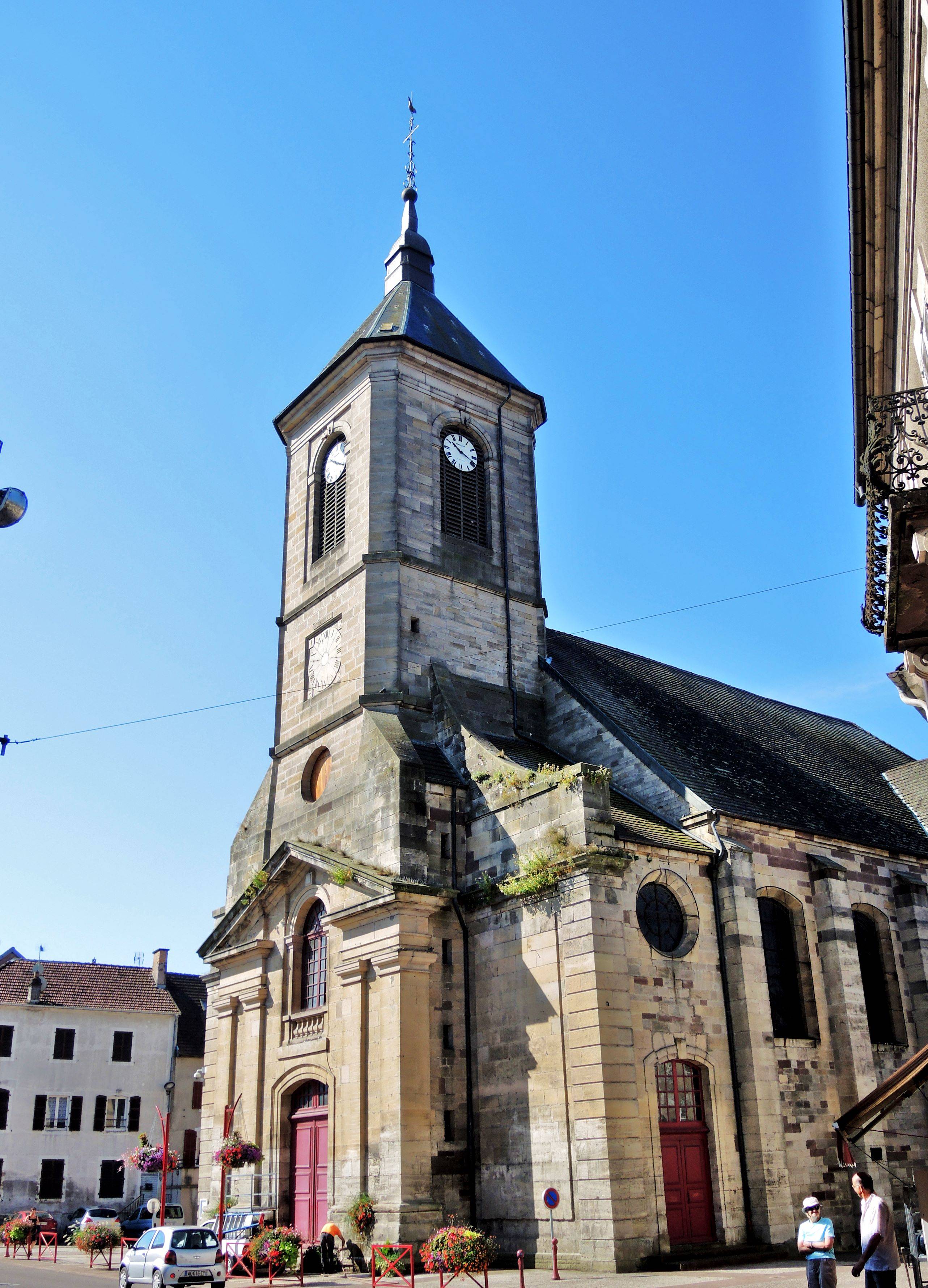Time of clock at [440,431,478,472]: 10:18
